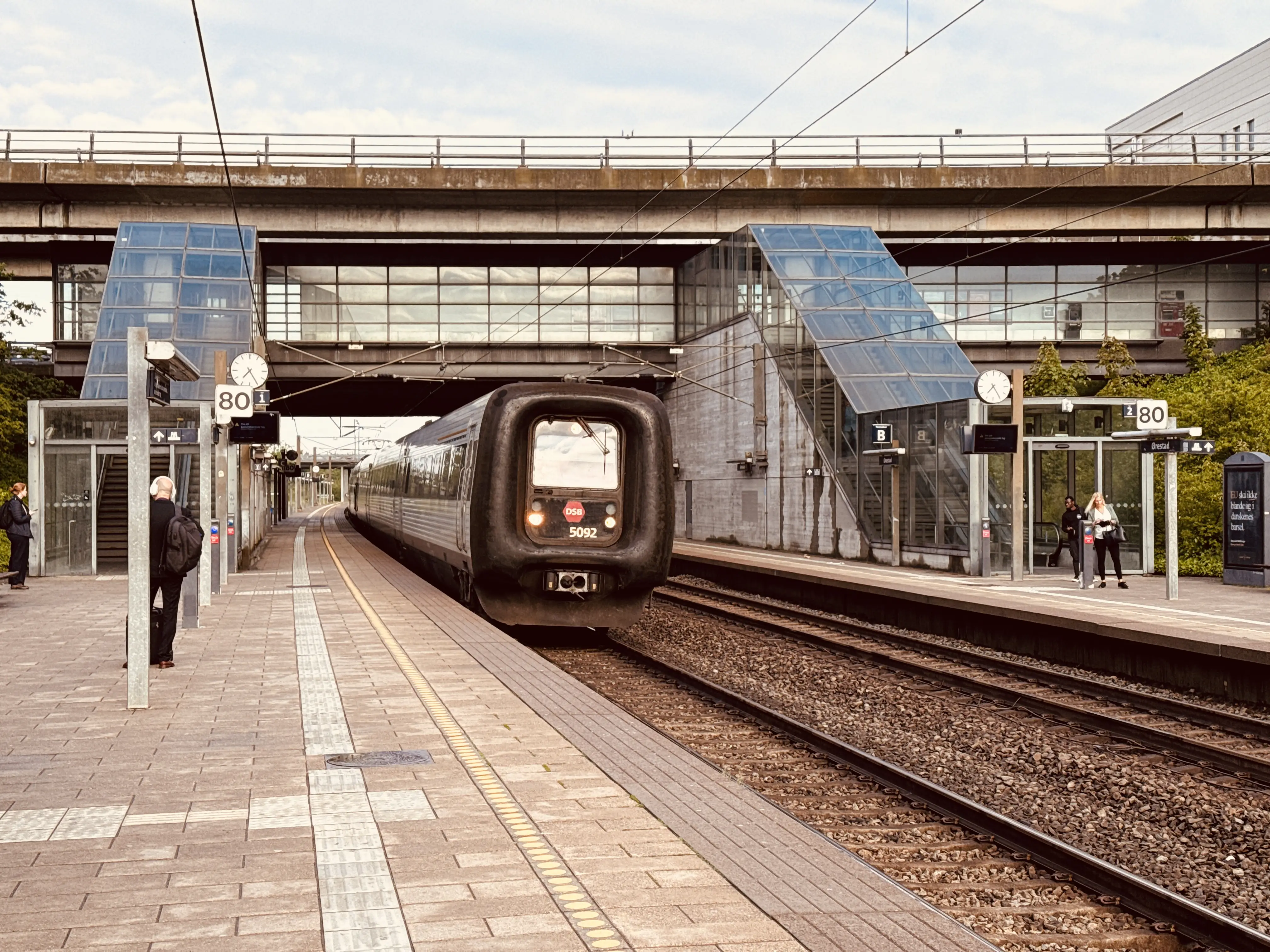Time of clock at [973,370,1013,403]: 7:24
